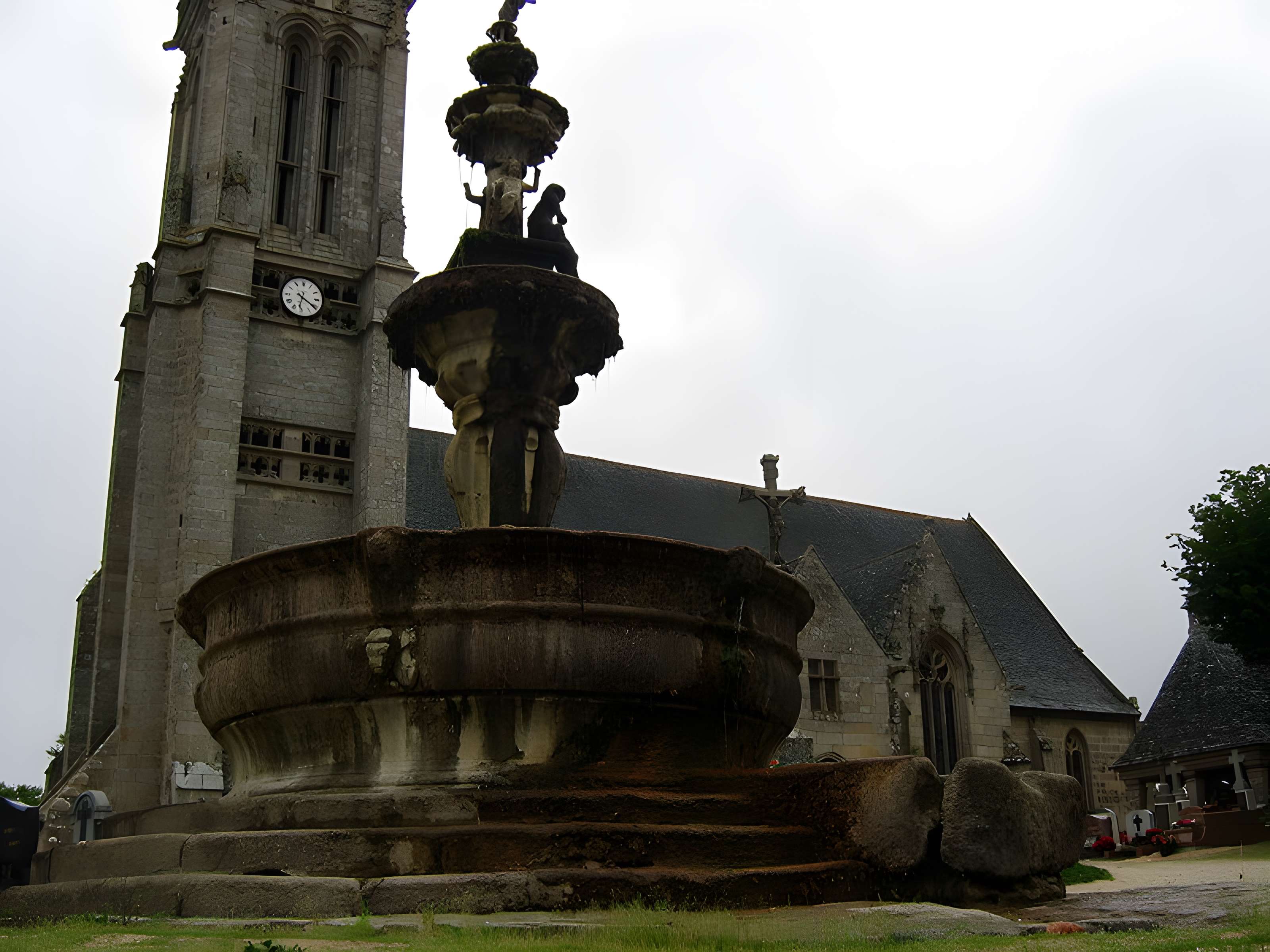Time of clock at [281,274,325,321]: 6:20
